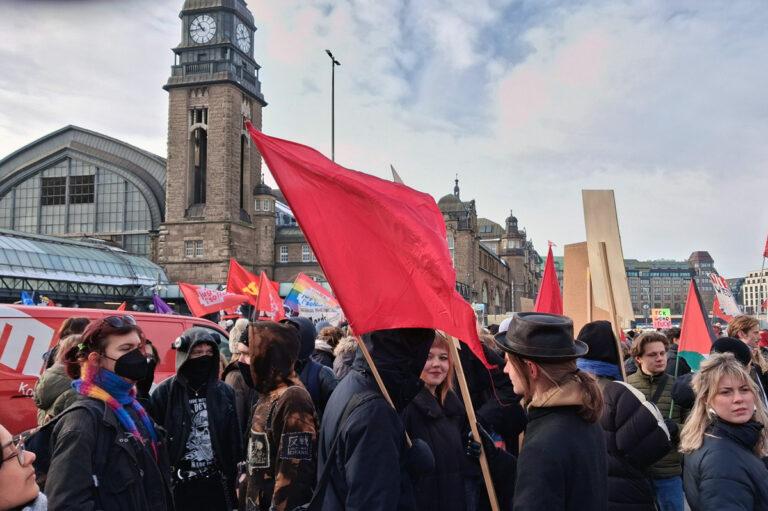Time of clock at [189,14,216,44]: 10:43
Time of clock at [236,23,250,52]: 10:41
